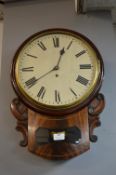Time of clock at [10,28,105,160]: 12:39
